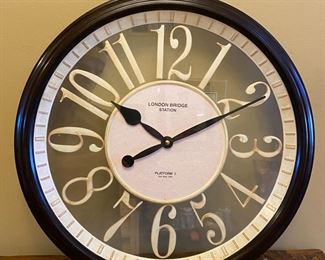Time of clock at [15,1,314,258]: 10:10
